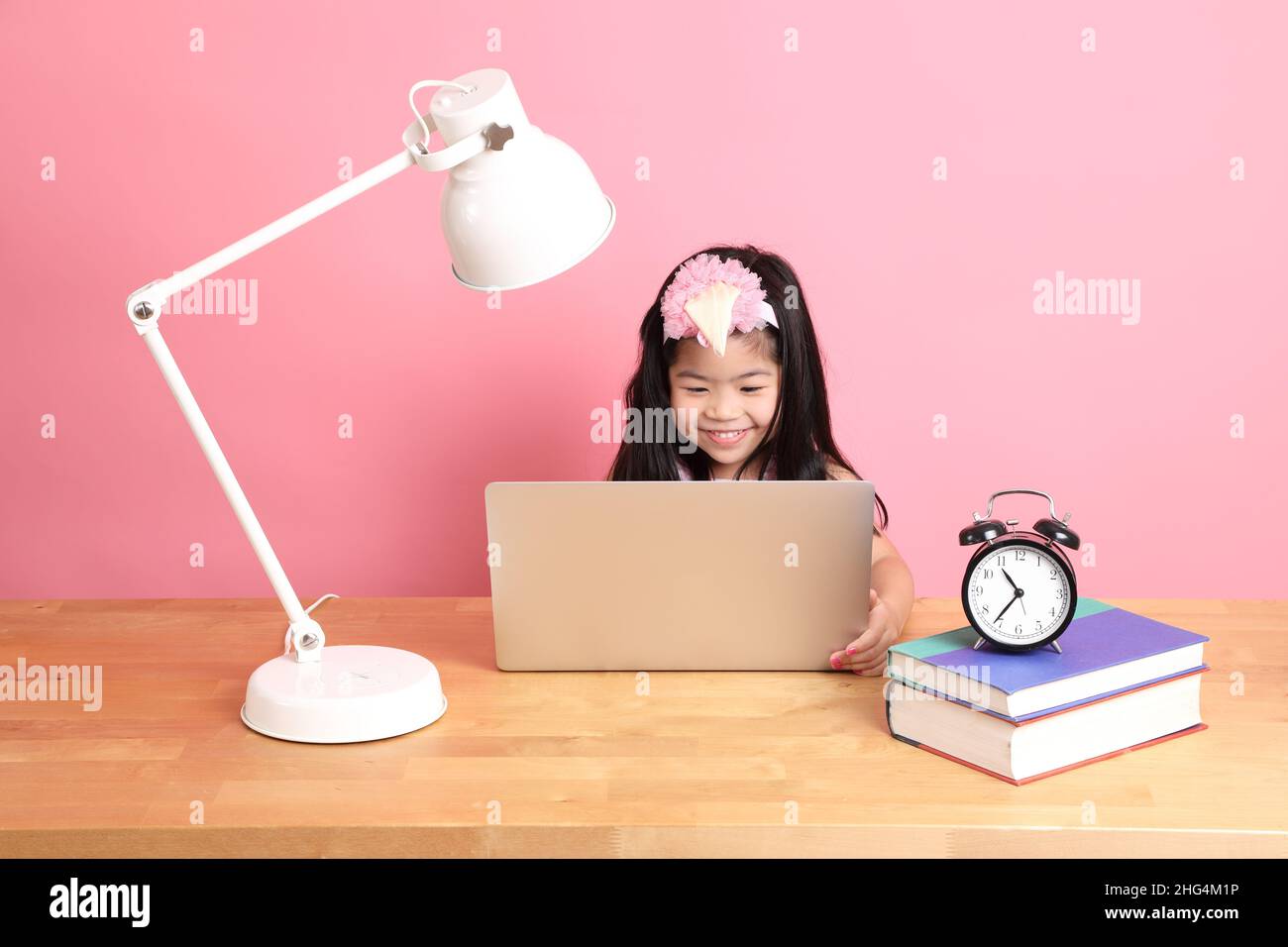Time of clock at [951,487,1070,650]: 10:36
